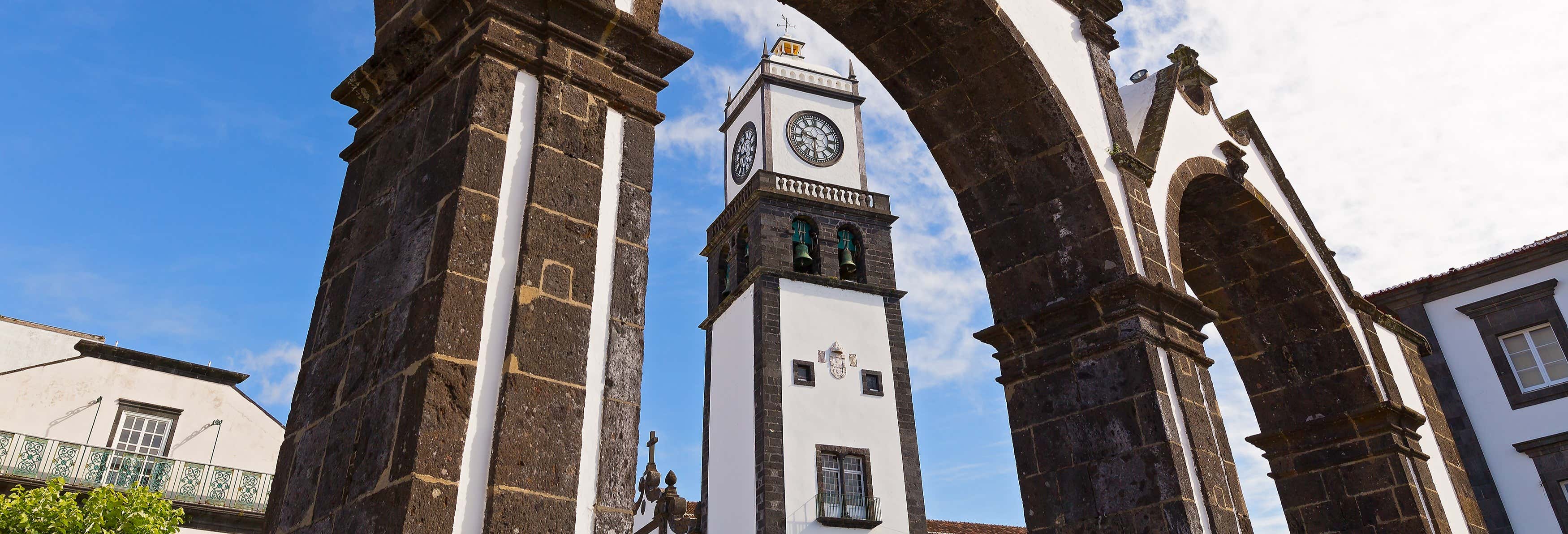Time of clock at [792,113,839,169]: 9:30
